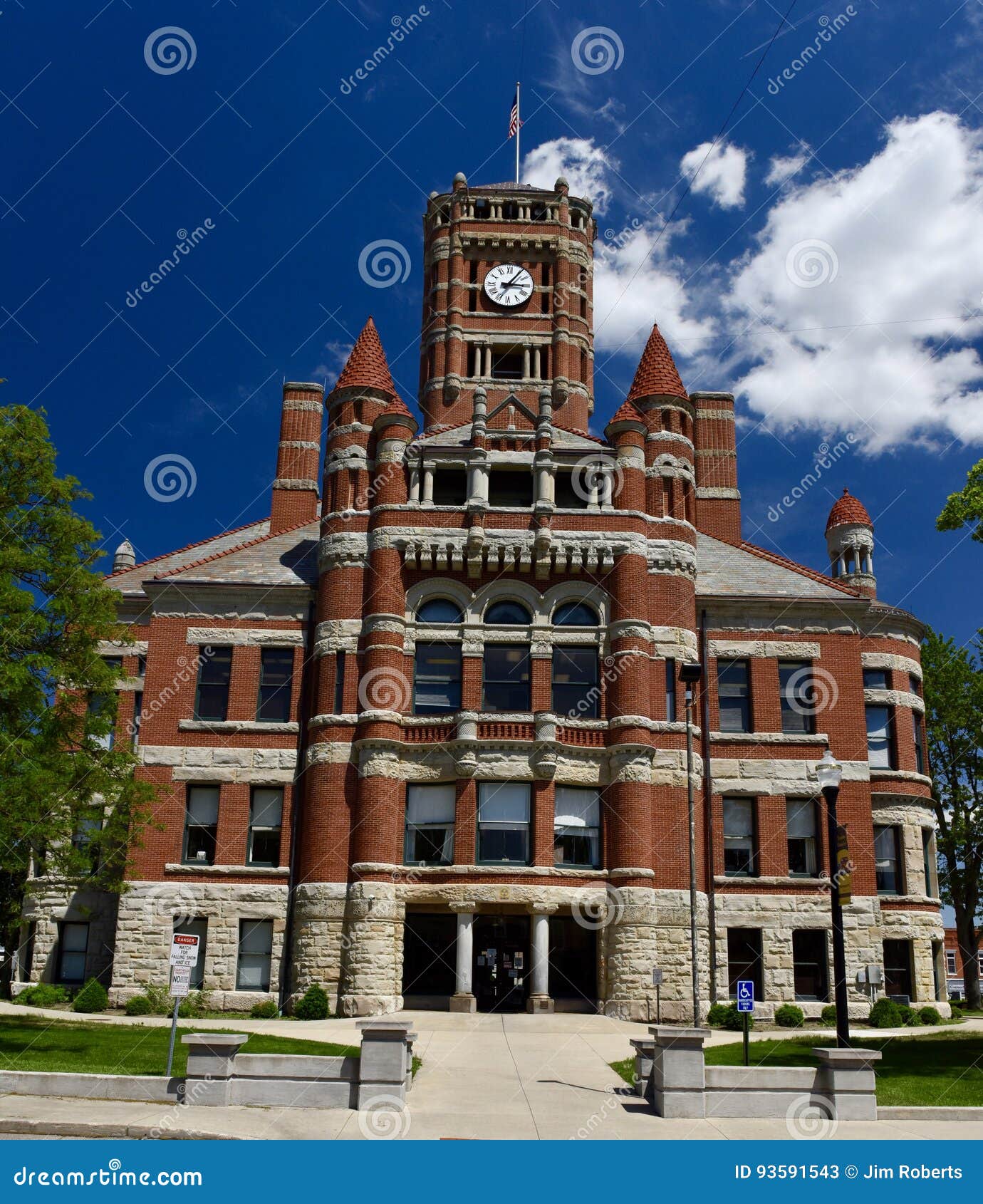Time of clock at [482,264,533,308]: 3:05
